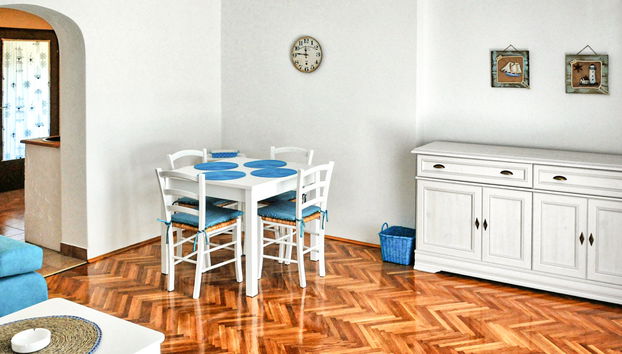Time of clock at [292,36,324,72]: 11:46
